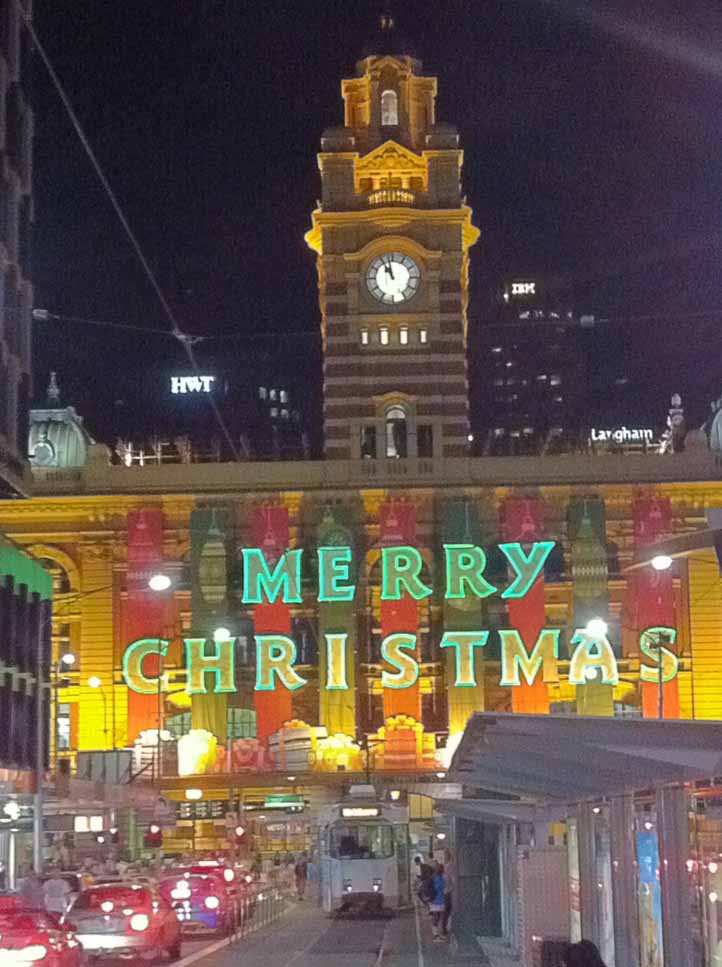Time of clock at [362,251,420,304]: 10:58
